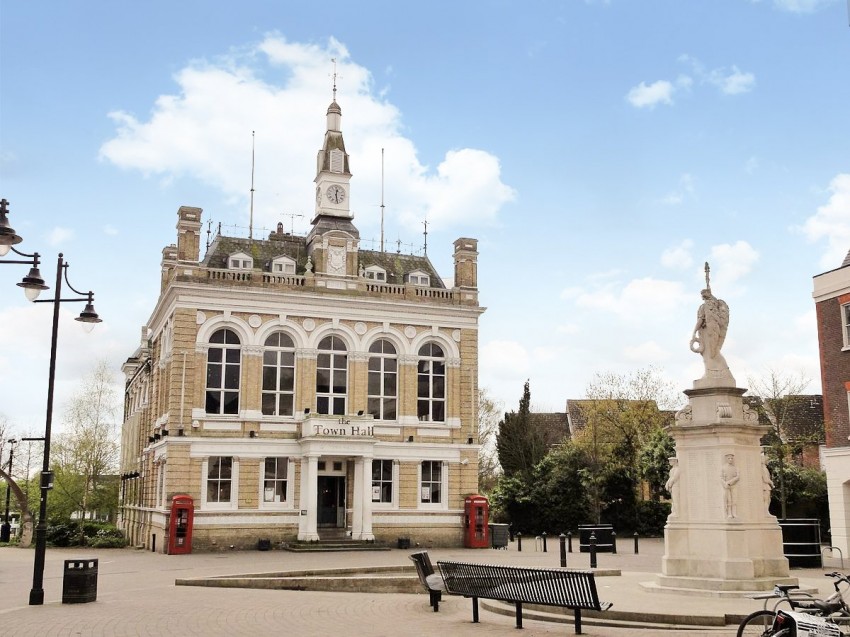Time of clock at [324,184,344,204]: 12:28
